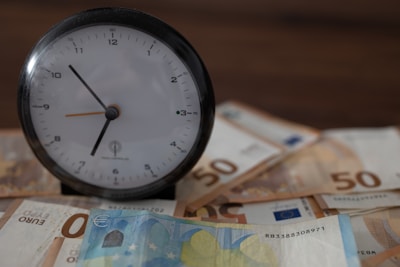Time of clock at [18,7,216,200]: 6:52
